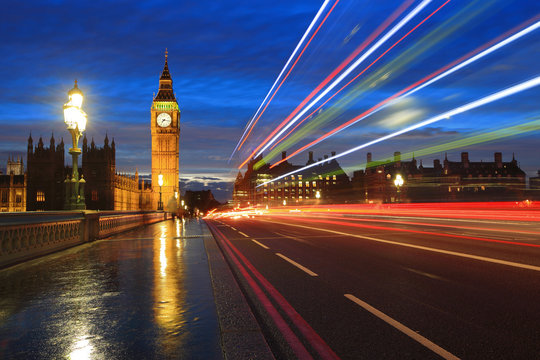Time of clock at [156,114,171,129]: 7:16
